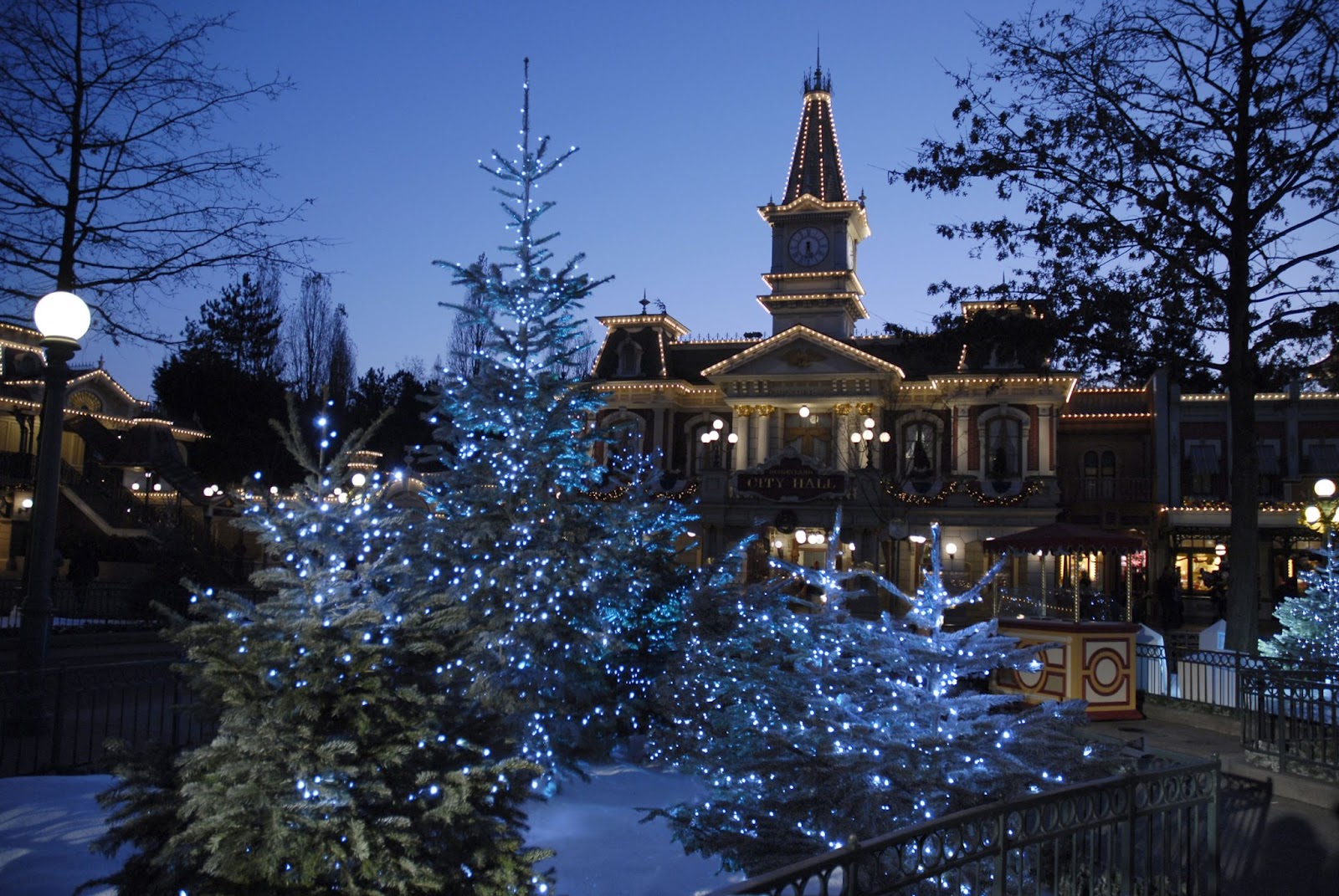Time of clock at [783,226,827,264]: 5:32
